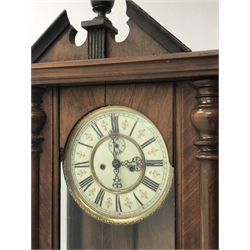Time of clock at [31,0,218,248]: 3:00
